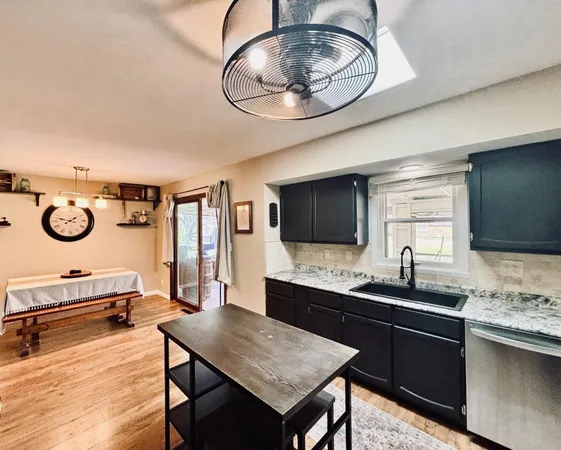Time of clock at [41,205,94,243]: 1:47
